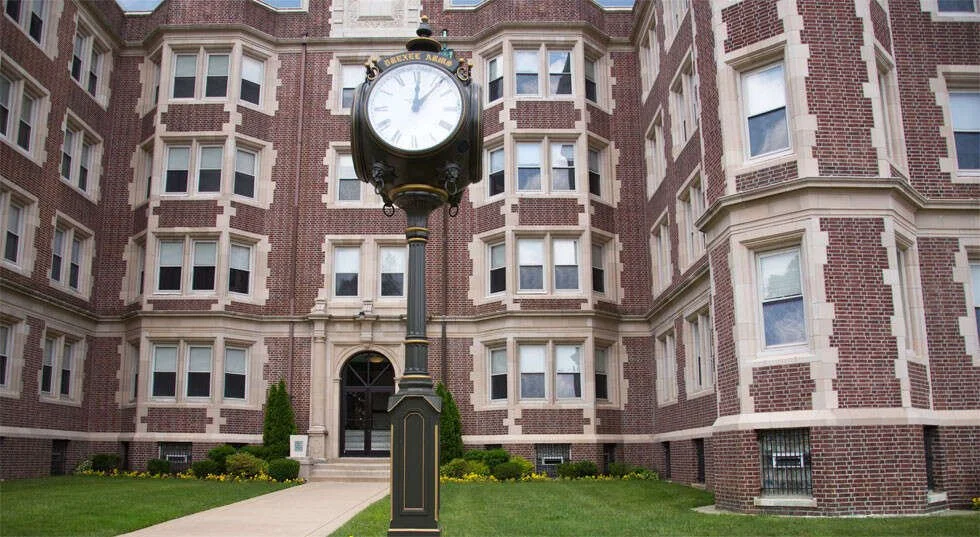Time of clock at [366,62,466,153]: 12:06
